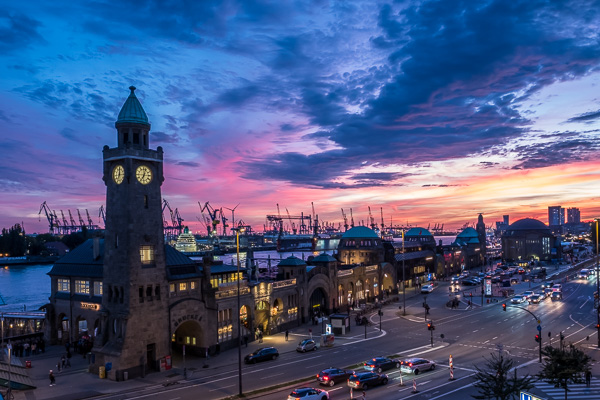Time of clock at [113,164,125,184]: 7:00
